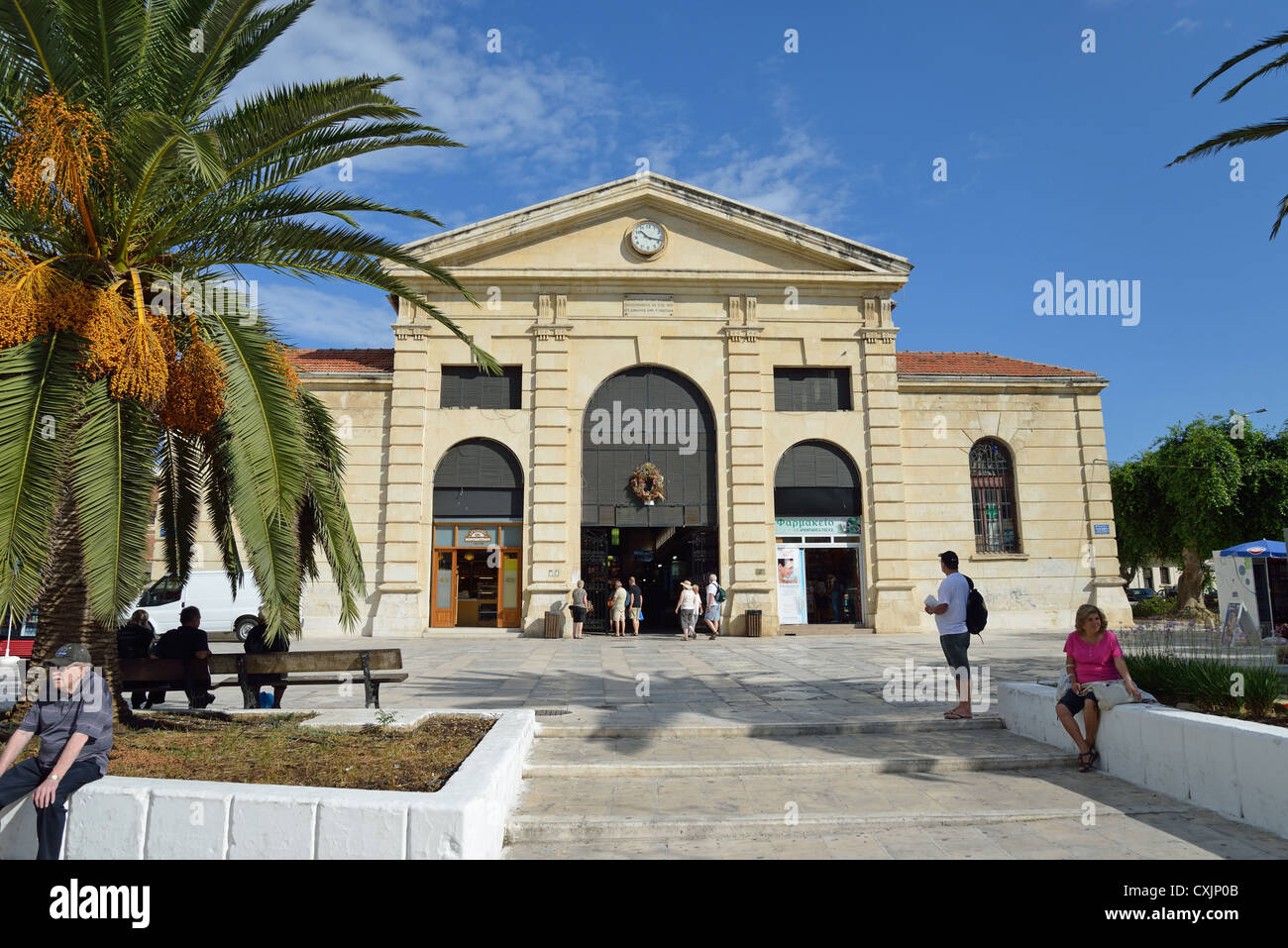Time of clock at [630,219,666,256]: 10:17
